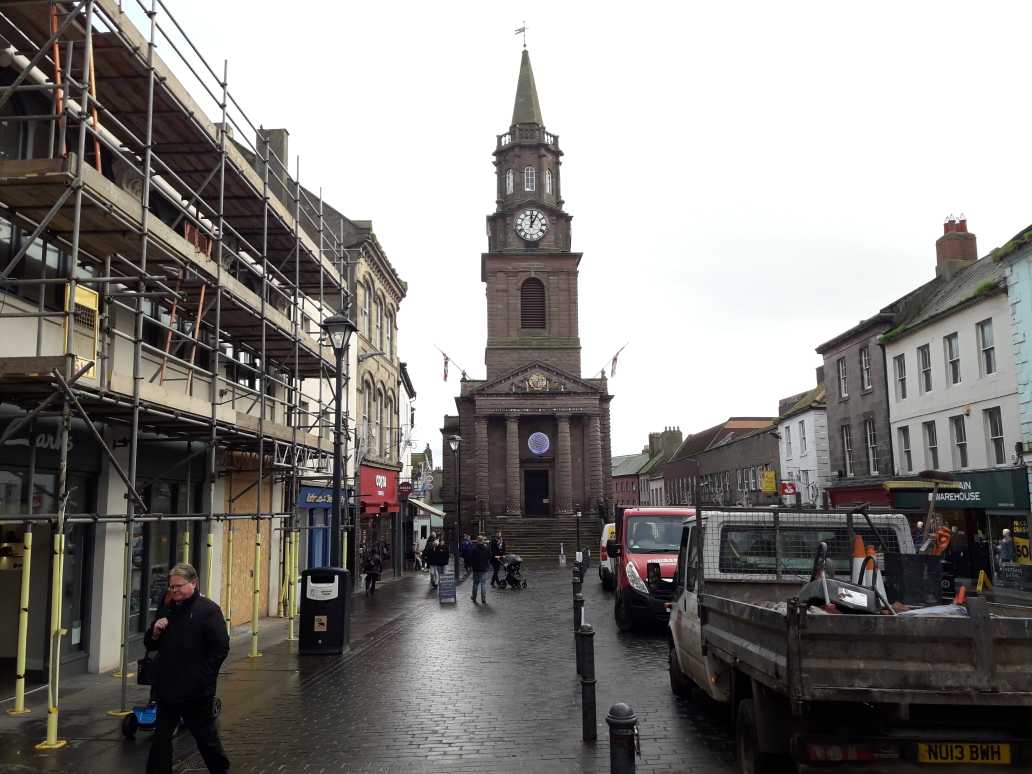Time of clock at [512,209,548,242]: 12:05
